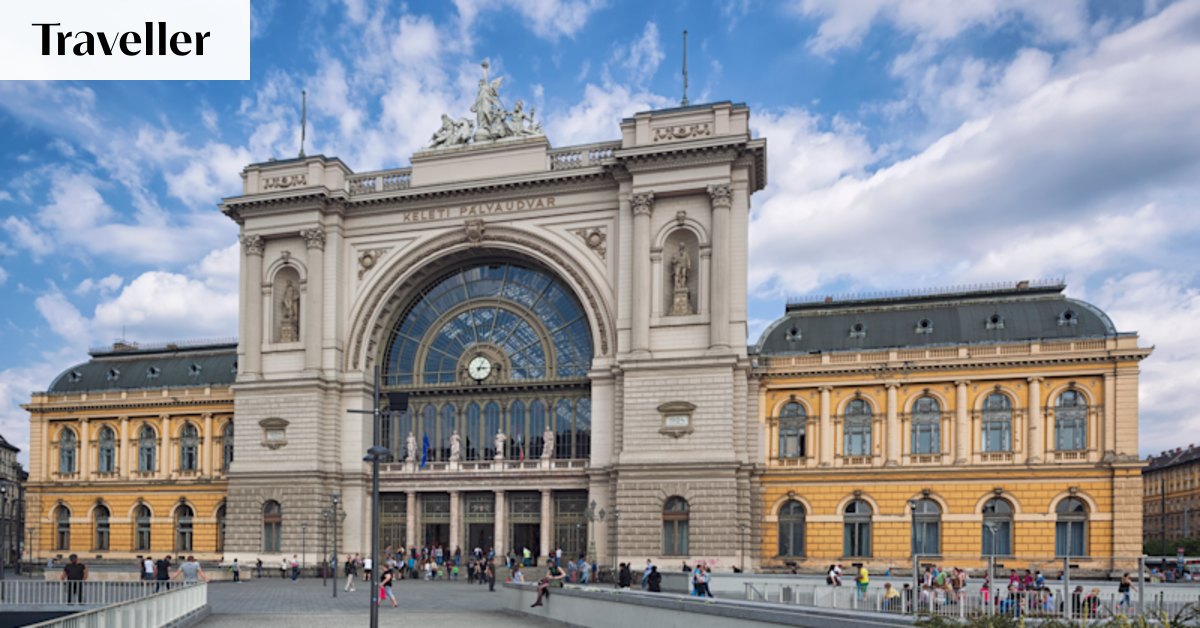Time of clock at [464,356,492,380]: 3:04
